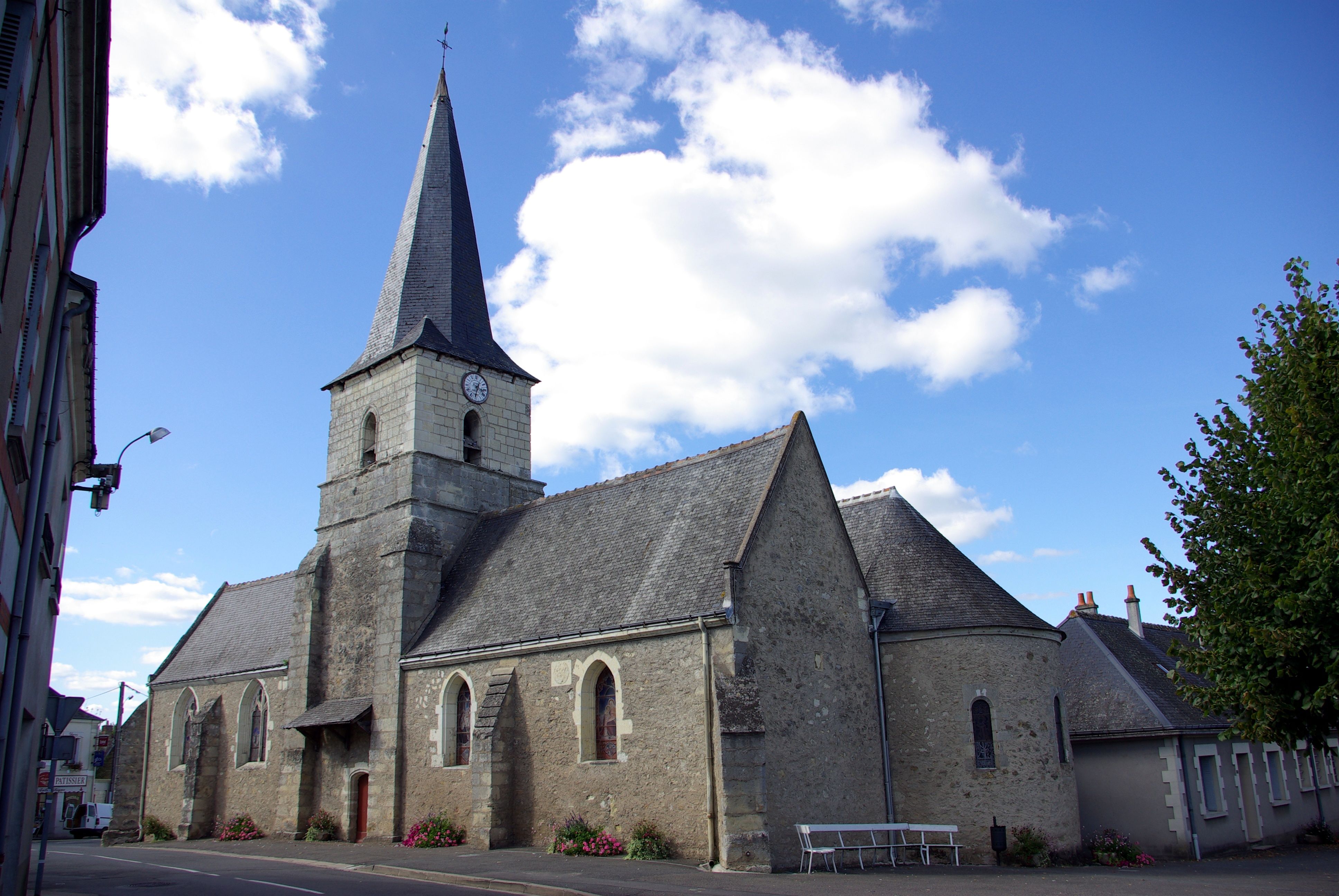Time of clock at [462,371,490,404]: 3:32
